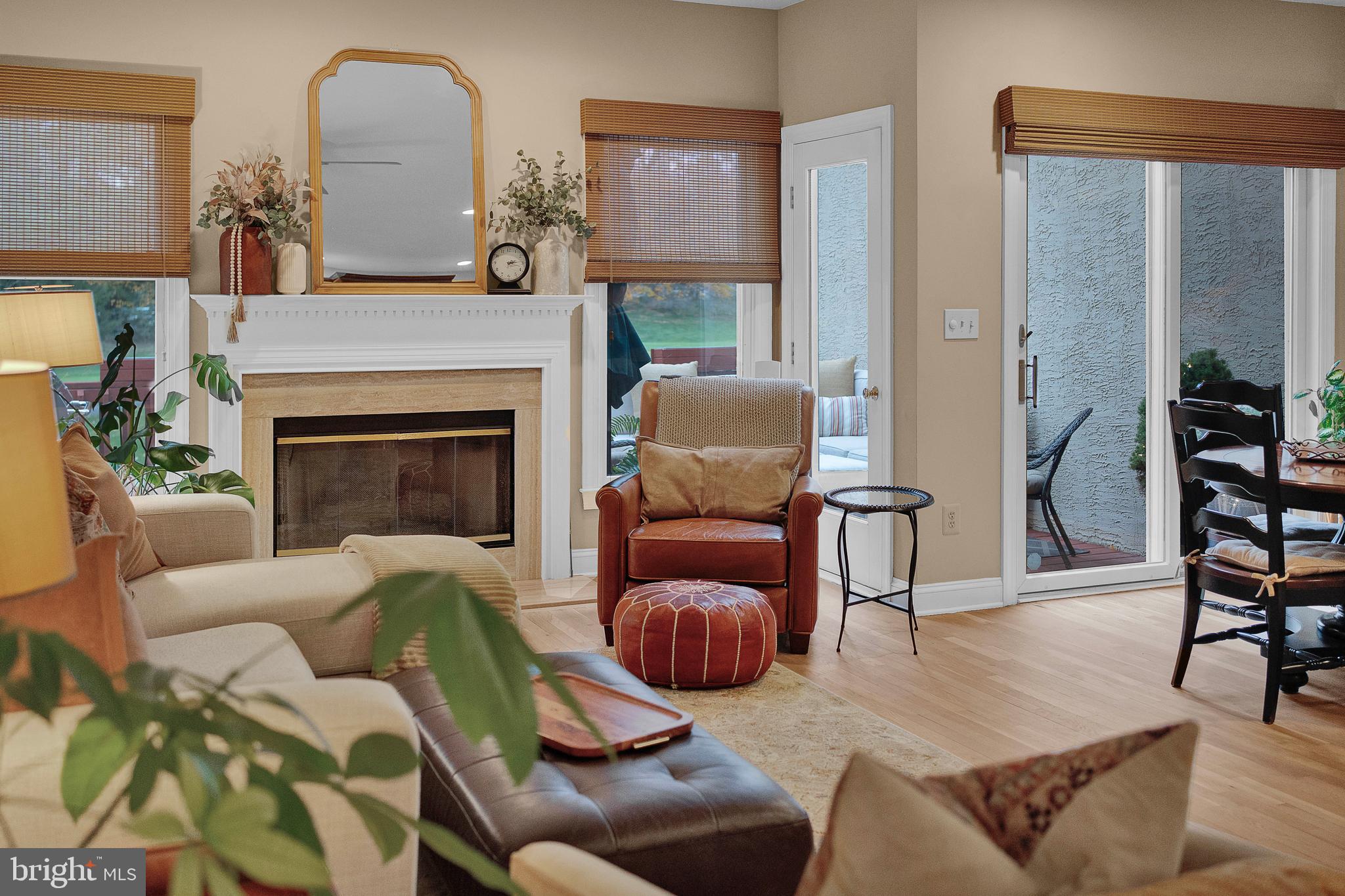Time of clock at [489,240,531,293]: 2:13
